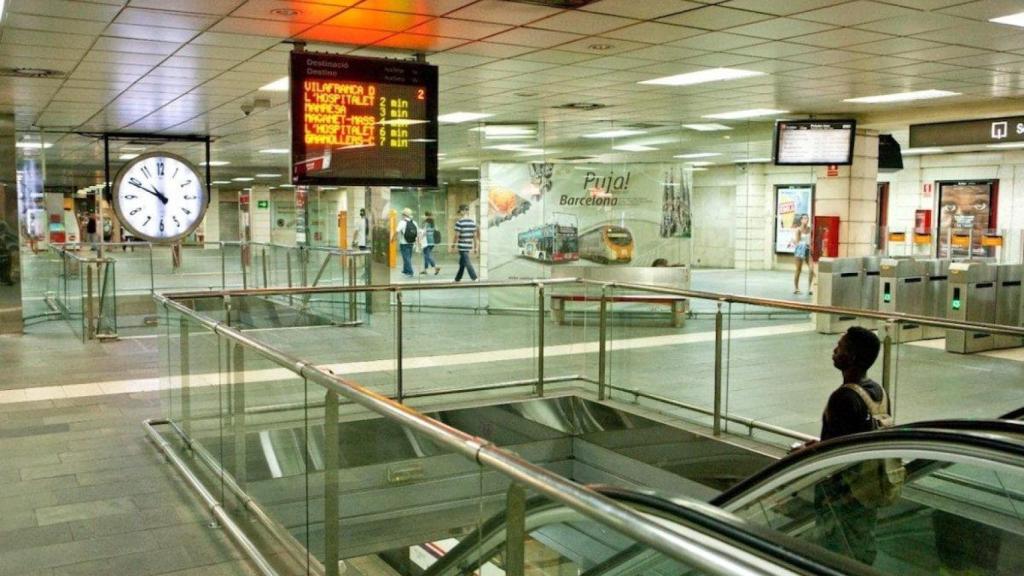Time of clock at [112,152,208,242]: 5:49
